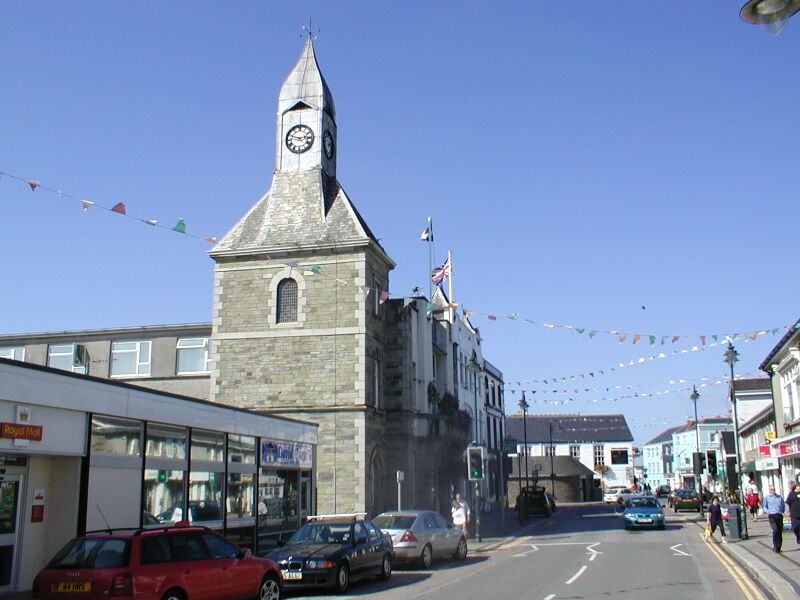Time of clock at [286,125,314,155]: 2:48
